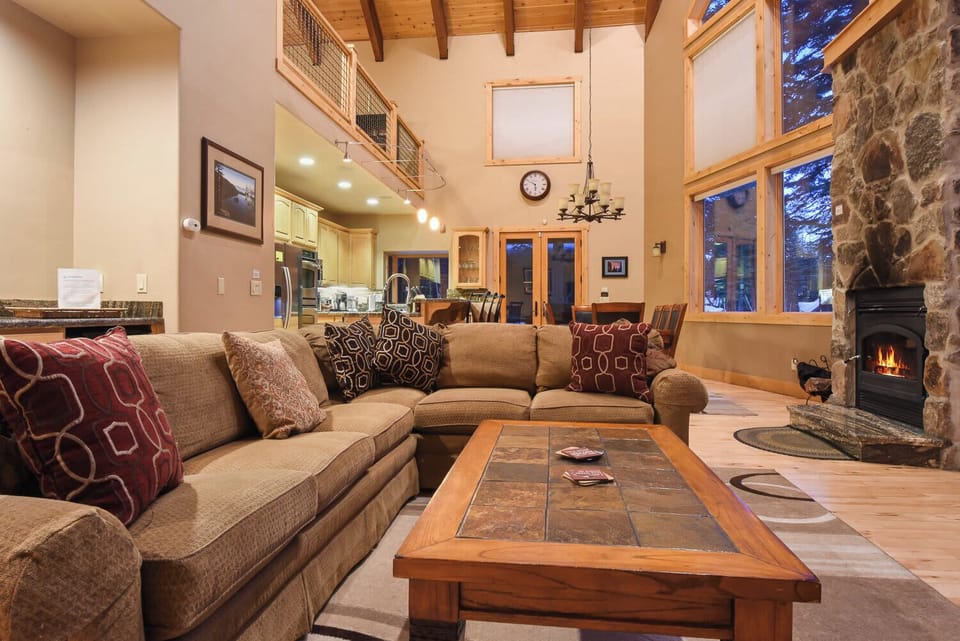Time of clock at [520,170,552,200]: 5:49
